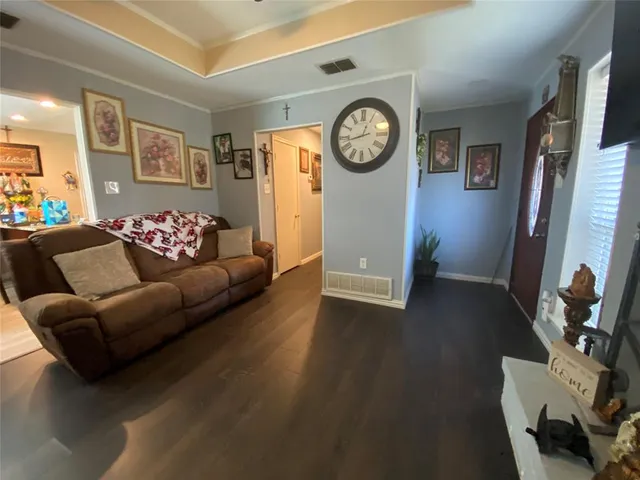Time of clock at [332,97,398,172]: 12:42
